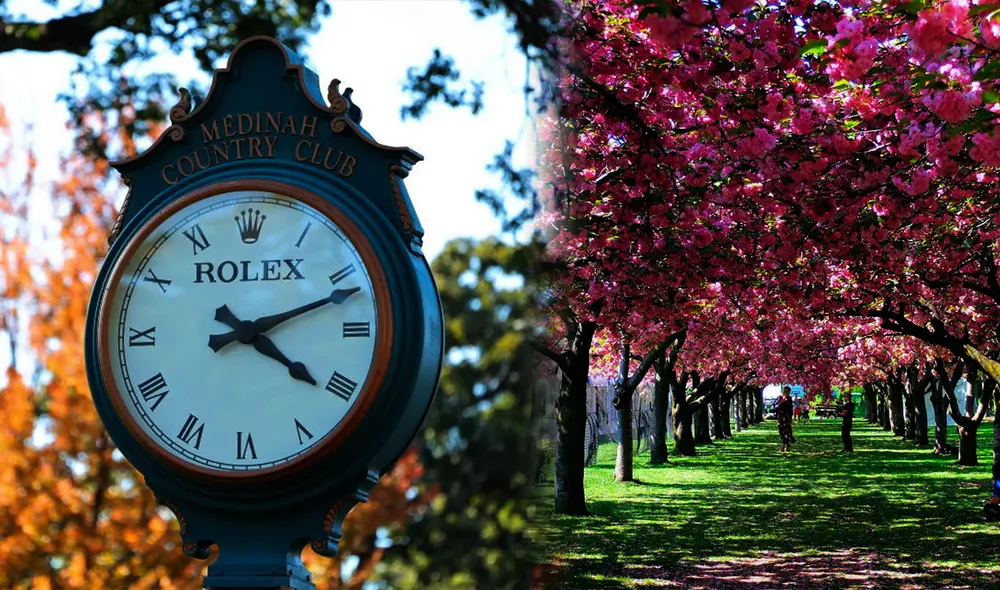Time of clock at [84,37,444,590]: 4:11
